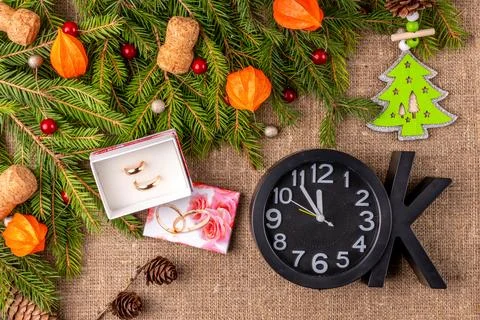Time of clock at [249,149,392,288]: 11:54
